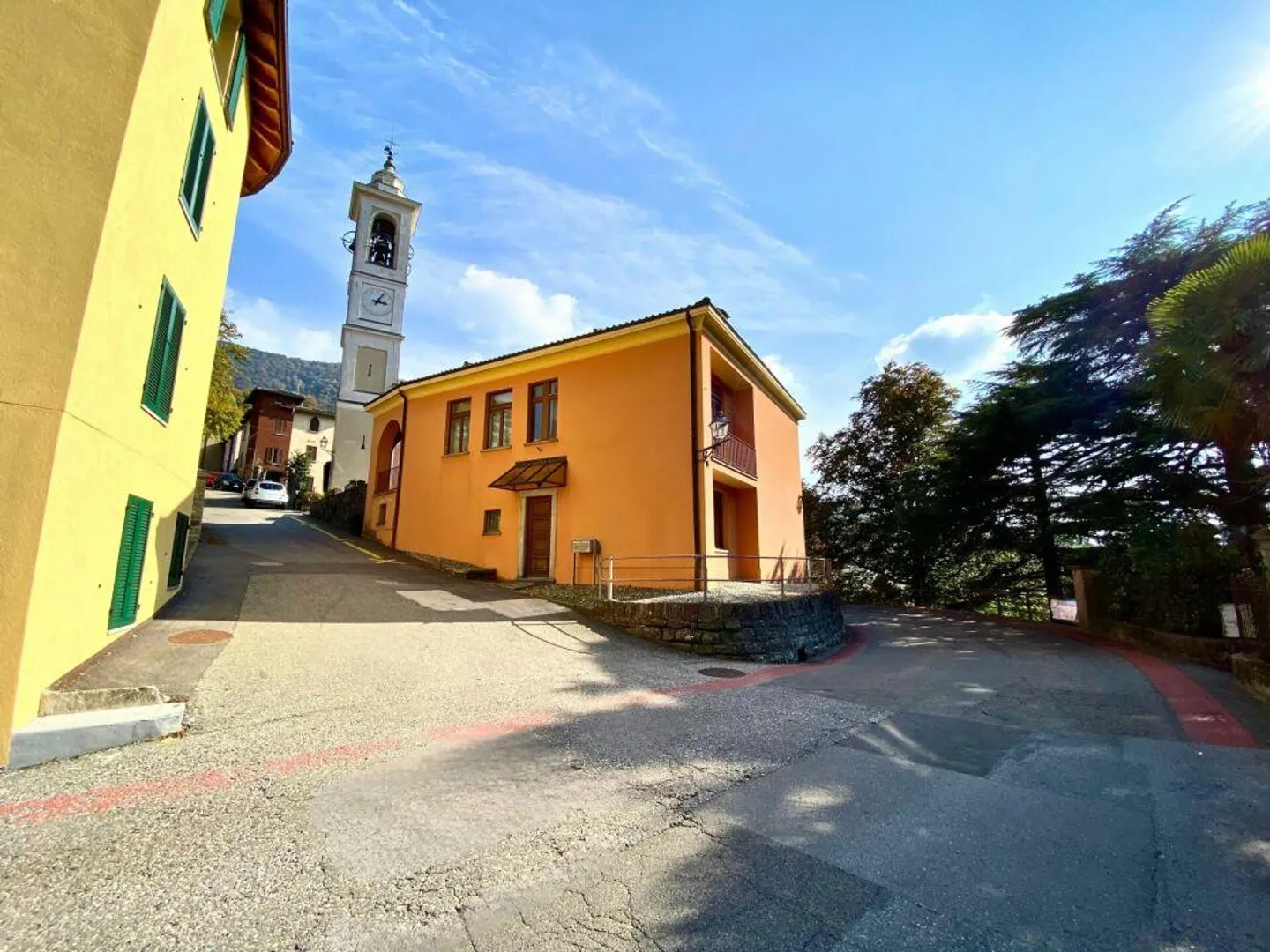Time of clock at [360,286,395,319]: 3:04
